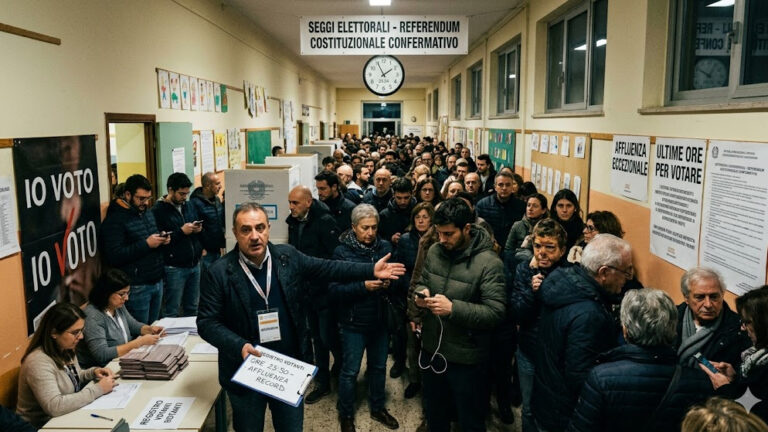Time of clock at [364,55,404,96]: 1:55
